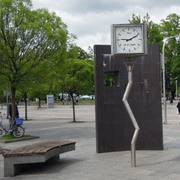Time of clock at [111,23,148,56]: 9:10
